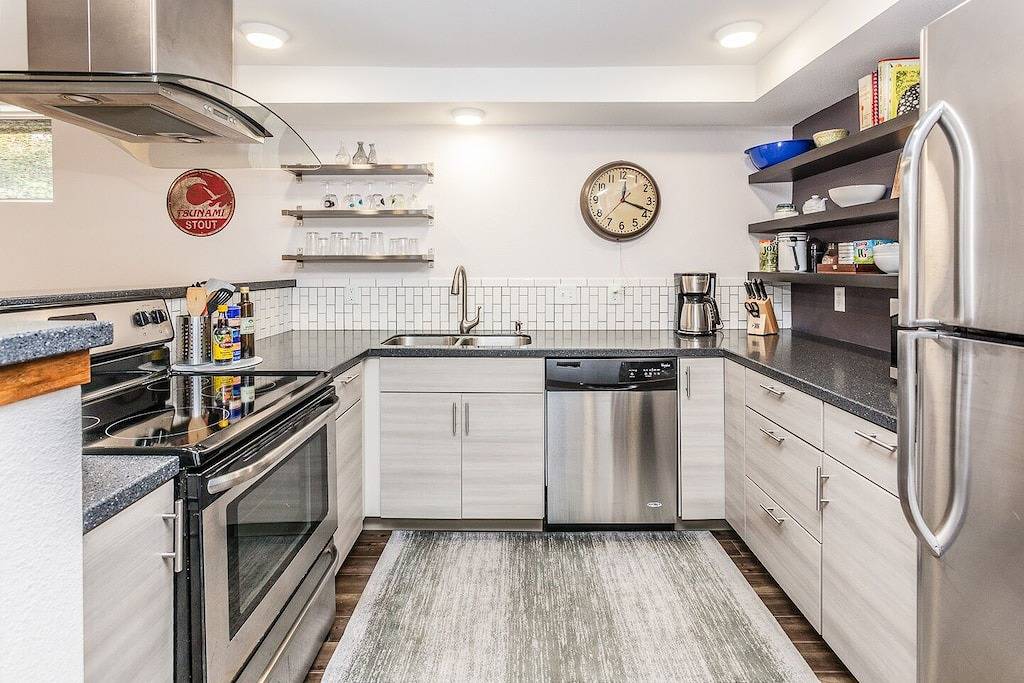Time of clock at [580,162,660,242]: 12:18
